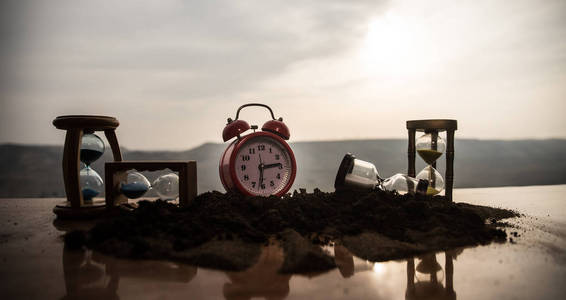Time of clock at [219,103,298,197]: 6:14
